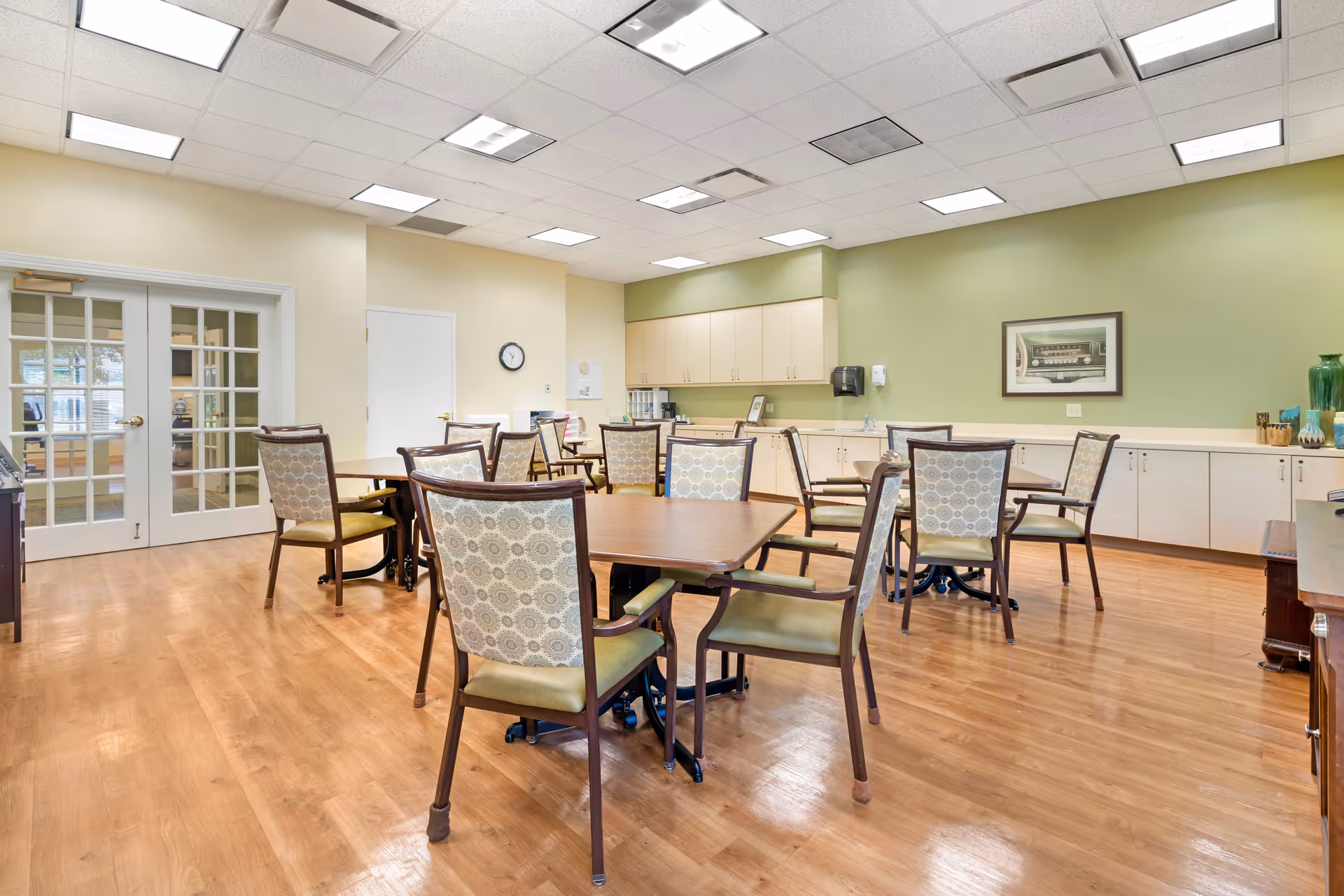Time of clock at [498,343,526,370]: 10:32
